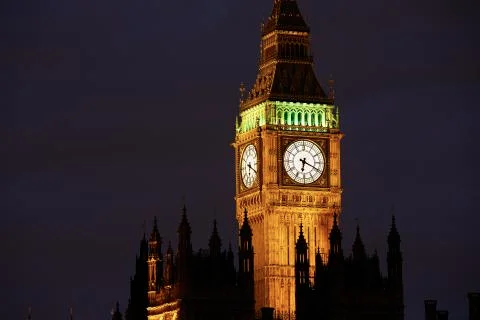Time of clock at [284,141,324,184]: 6:19
